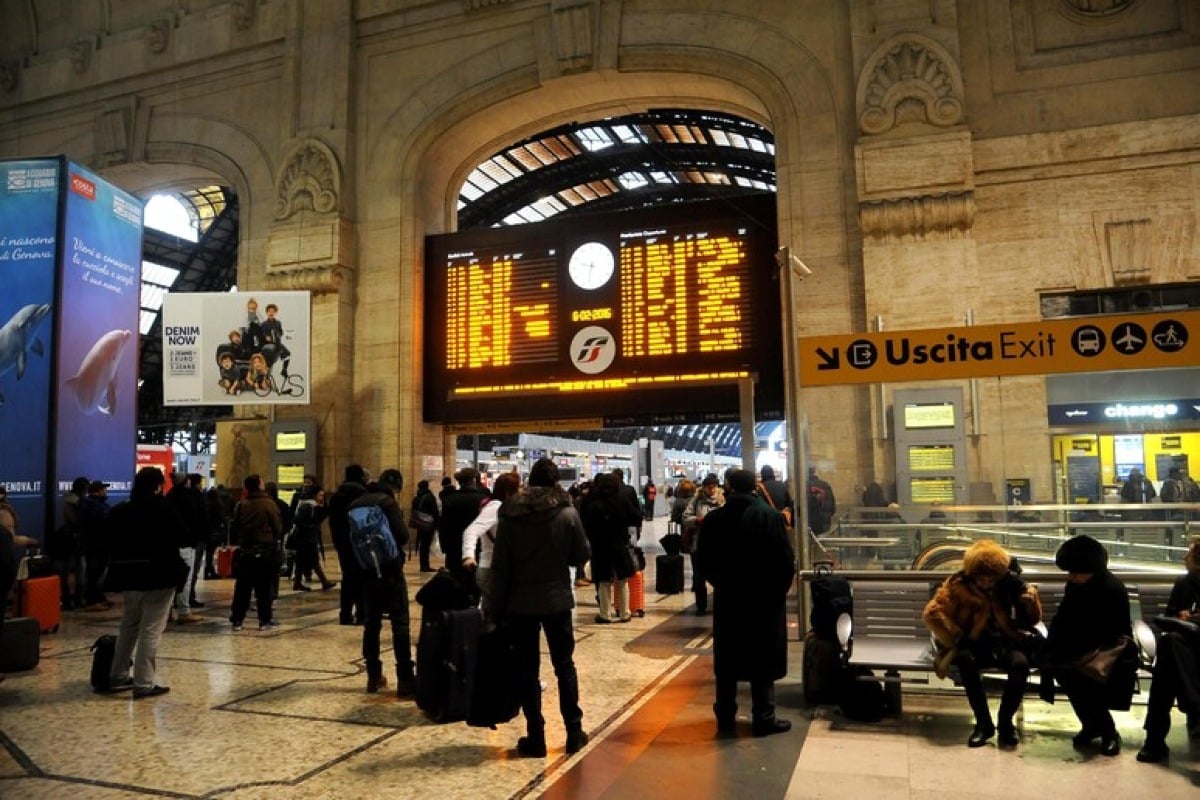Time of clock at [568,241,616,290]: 9:32
